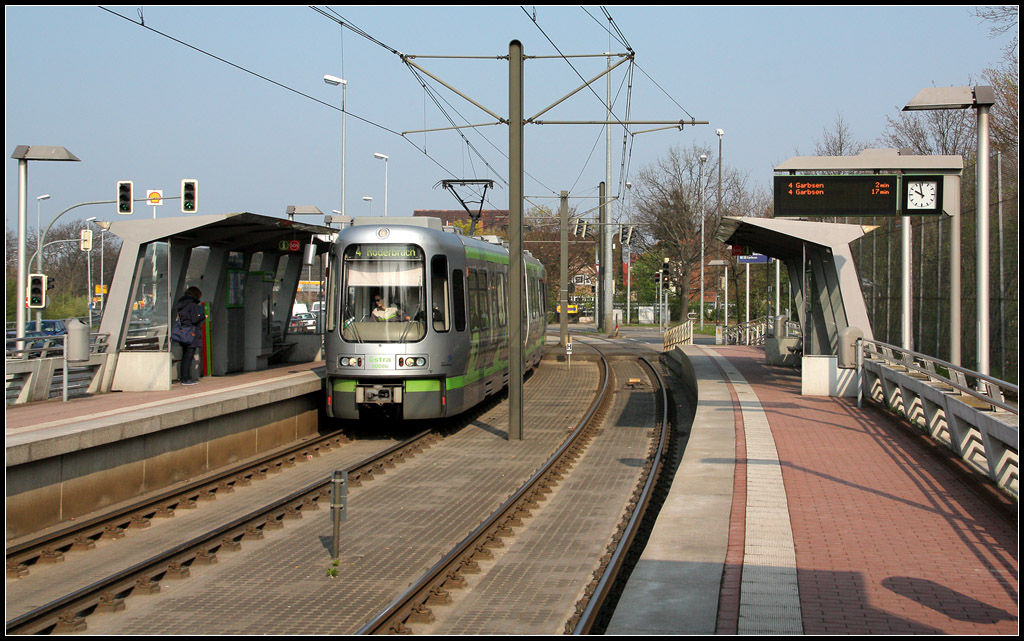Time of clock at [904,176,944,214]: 9:57
